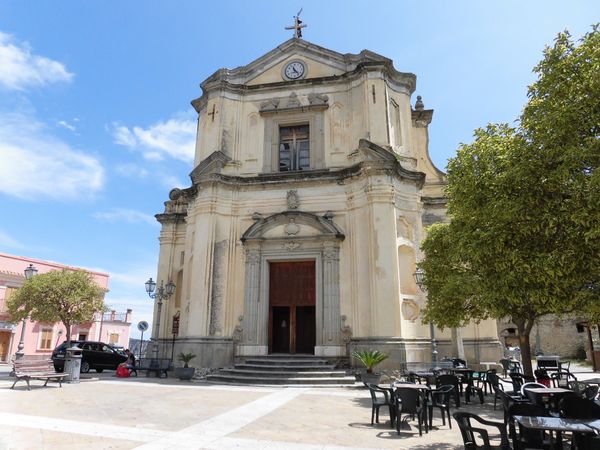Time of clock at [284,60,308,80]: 11:22
